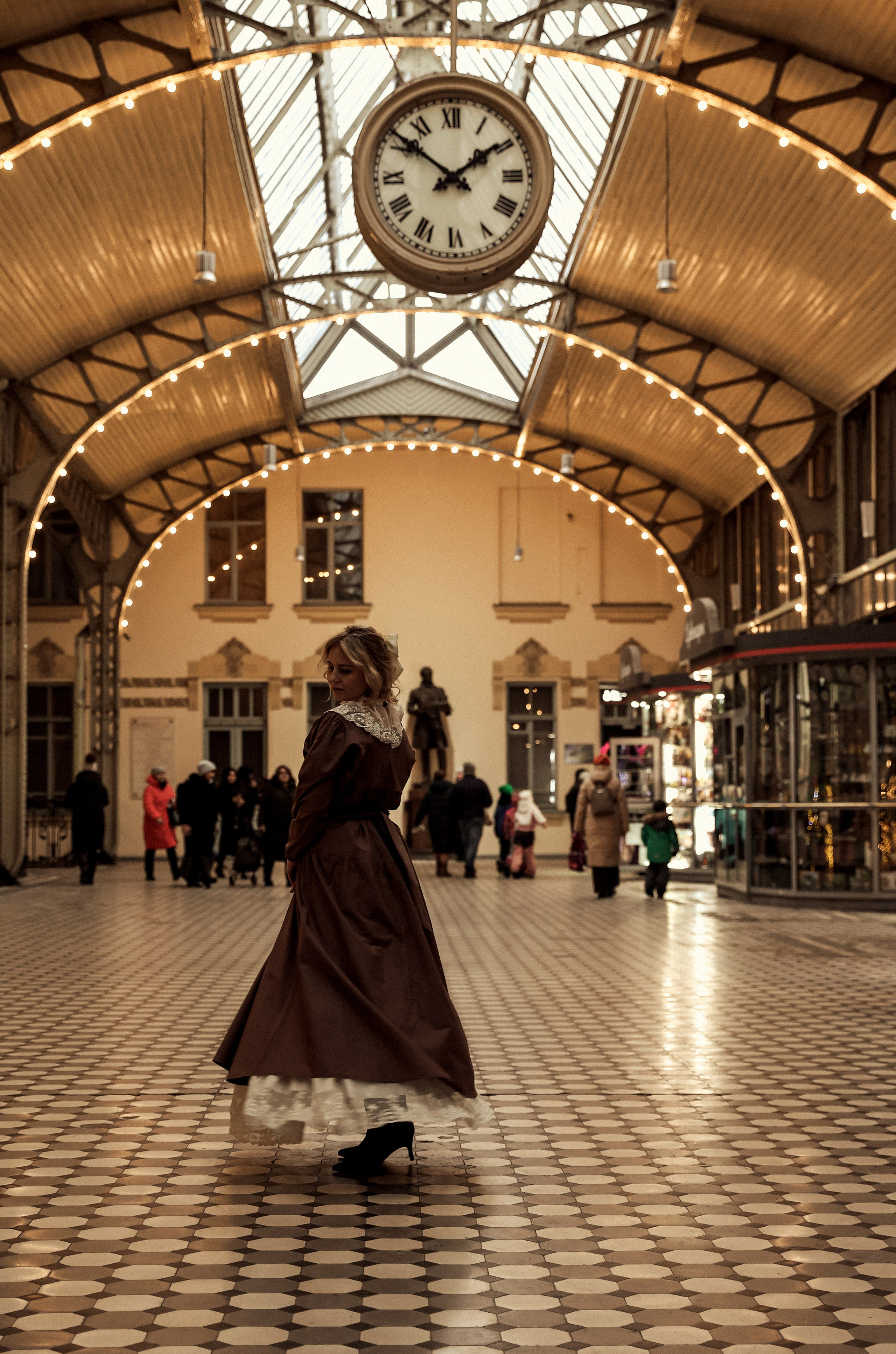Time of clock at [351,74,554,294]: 1:51
